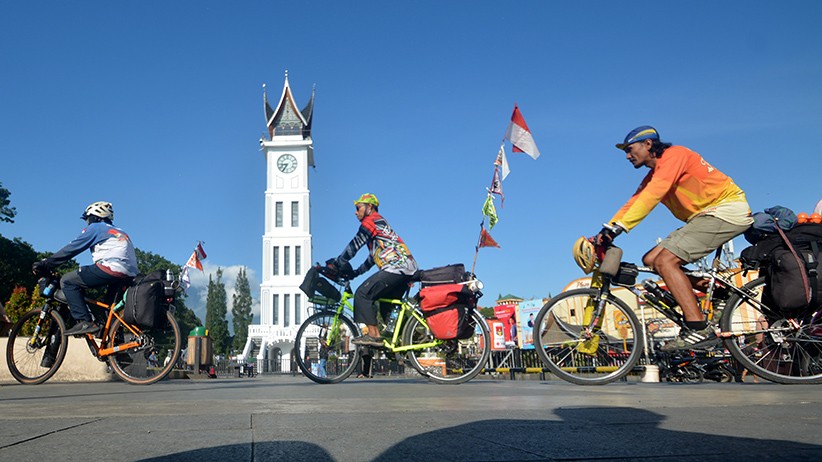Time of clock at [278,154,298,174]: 8:35
